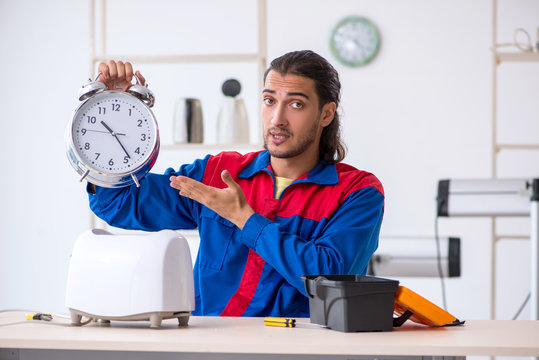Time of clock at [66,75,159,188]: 10:23
